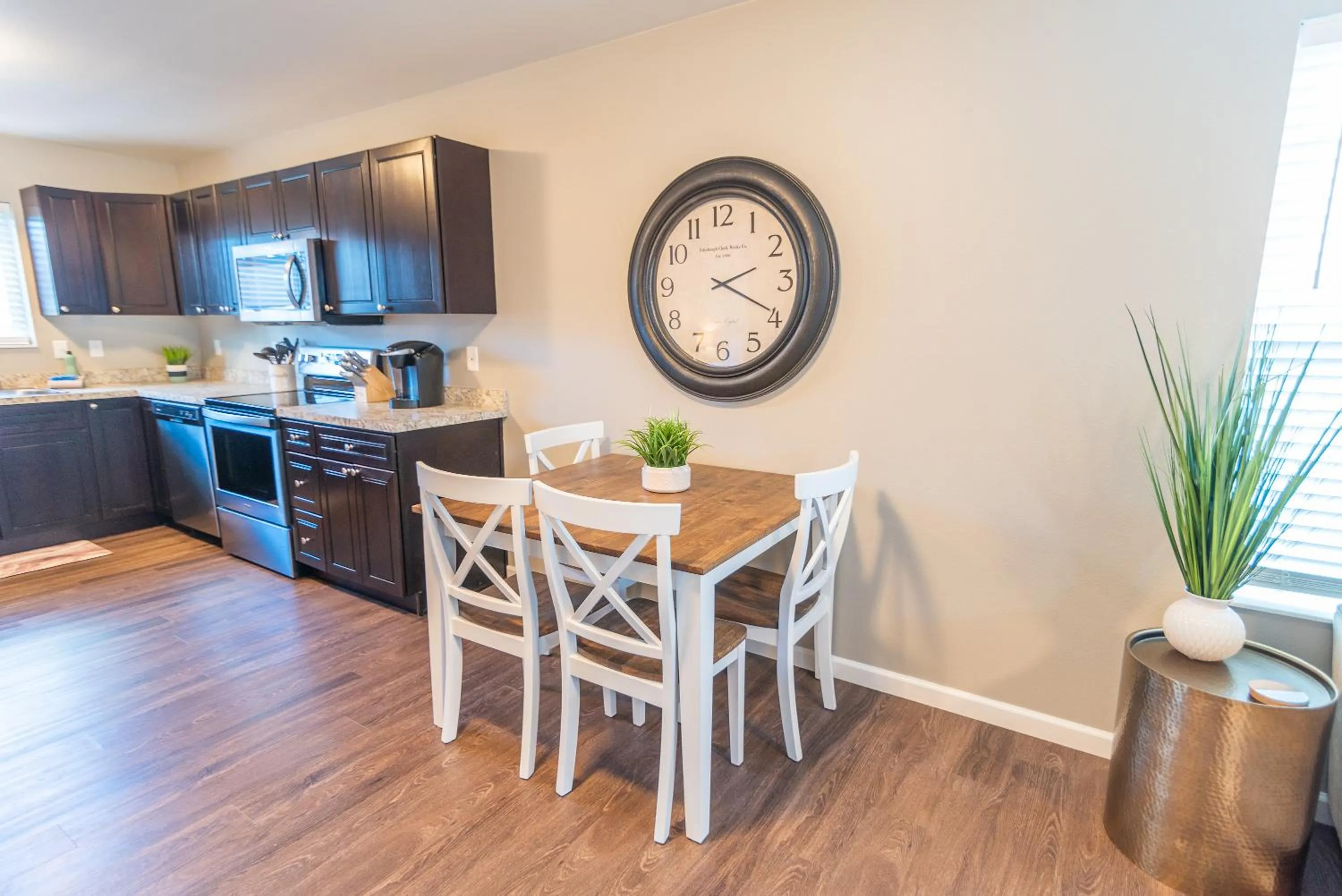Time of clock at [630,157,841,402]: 2:19
